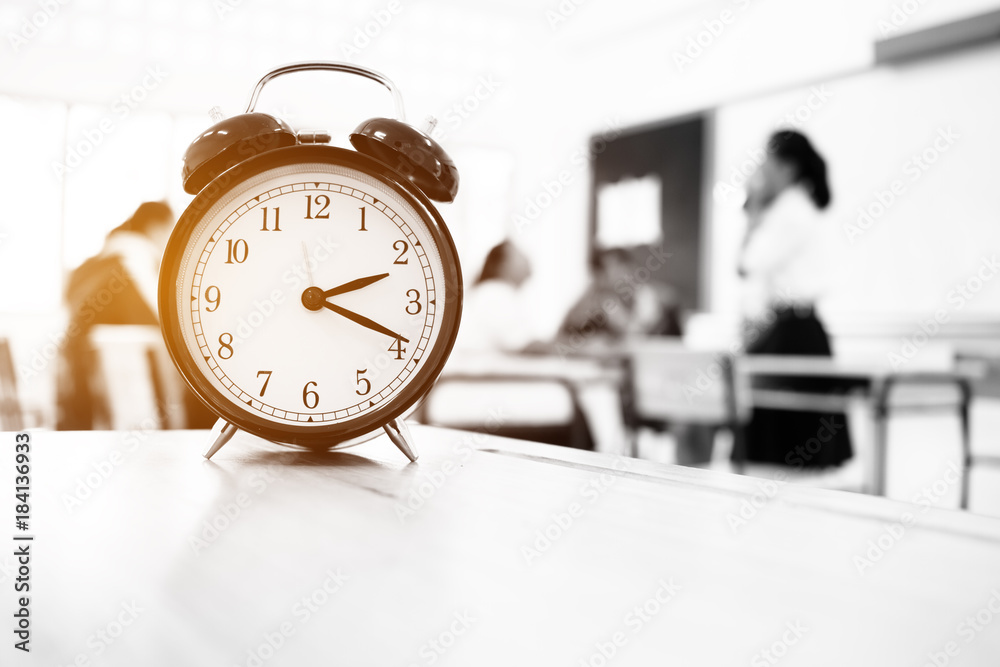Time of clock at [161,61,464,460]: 2:18
